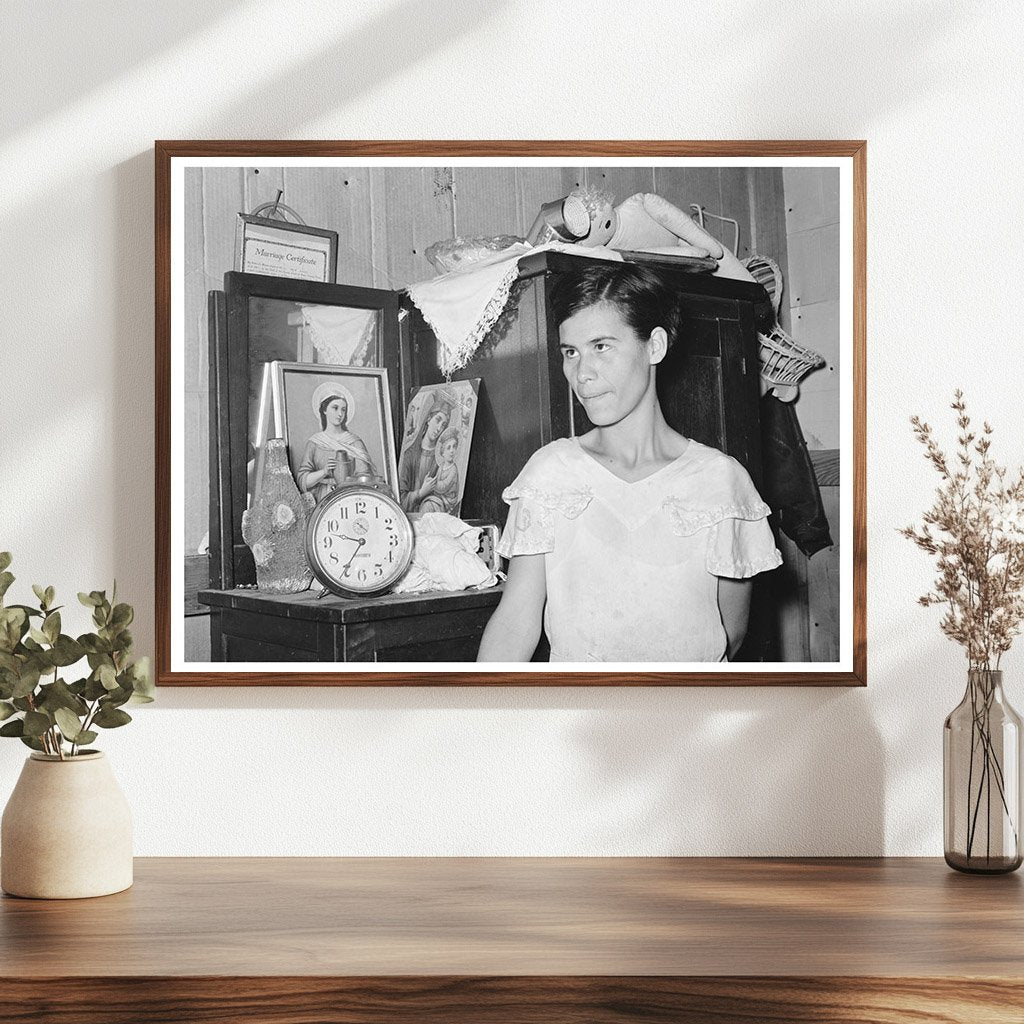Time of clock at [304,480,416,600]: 9:35
